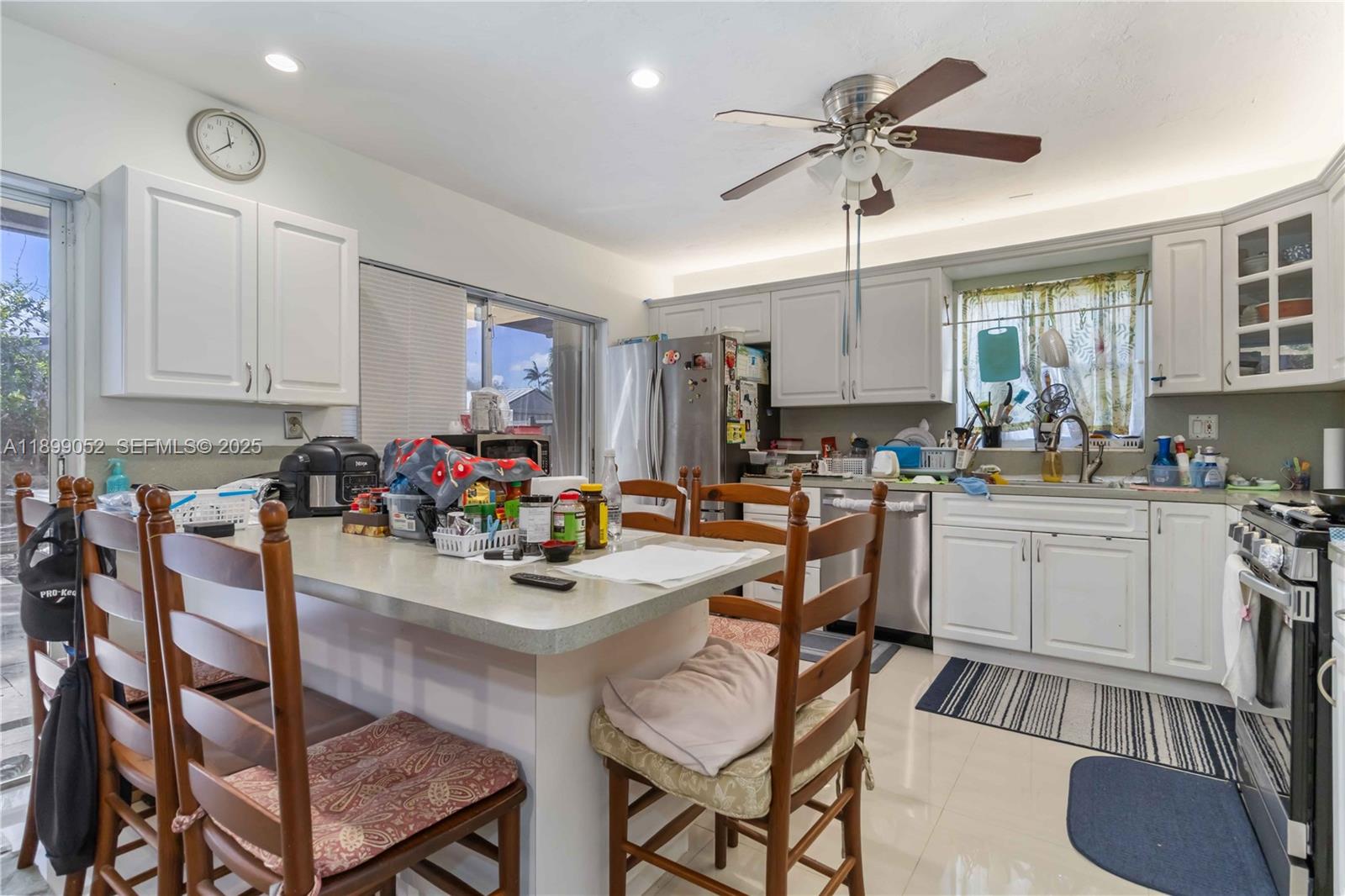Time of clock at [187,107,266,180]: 11:37
